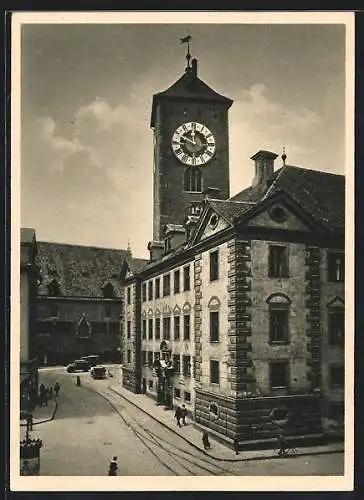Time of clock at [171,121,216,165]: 11:49
